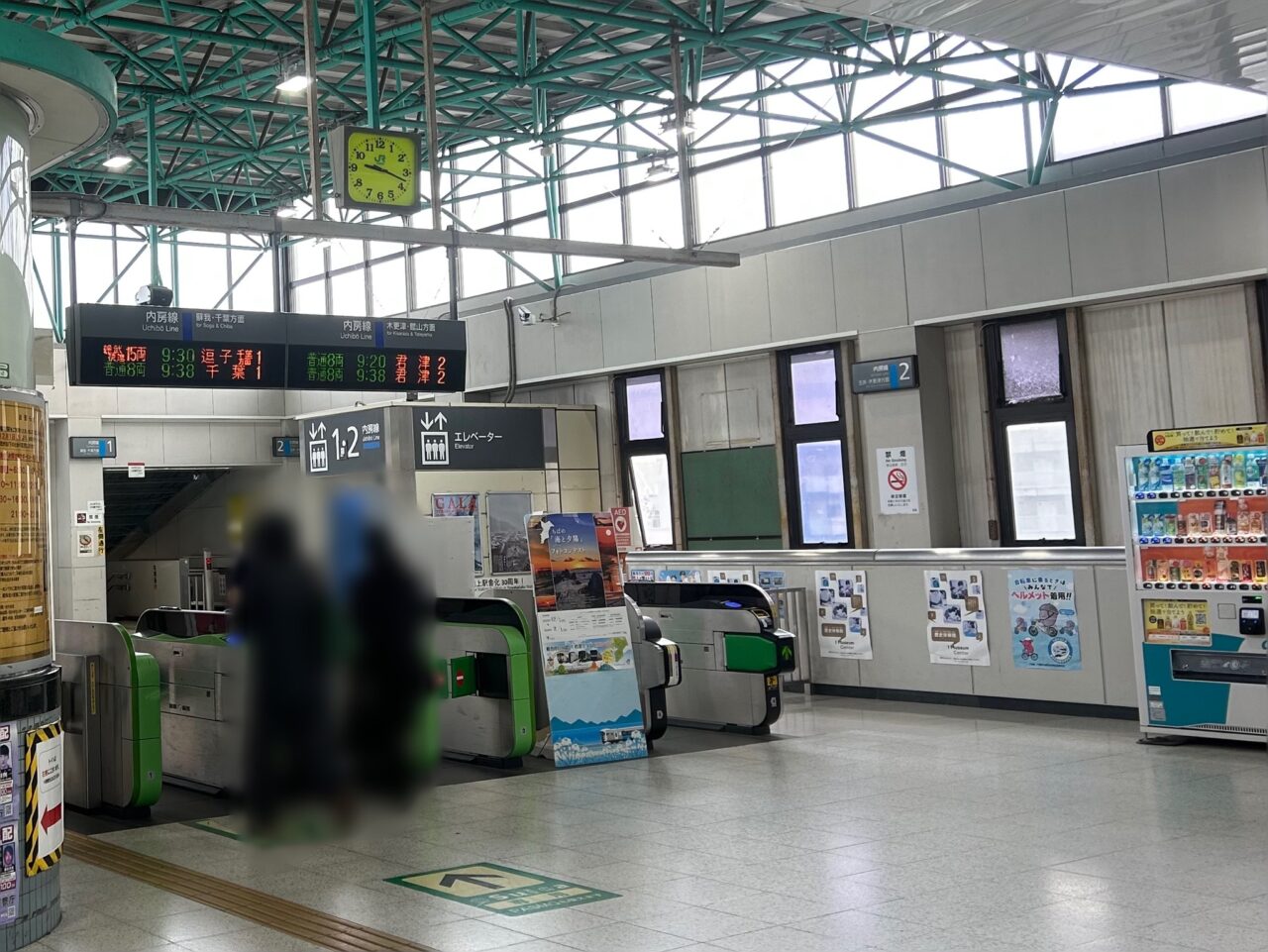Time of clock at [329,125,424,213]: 9:17
